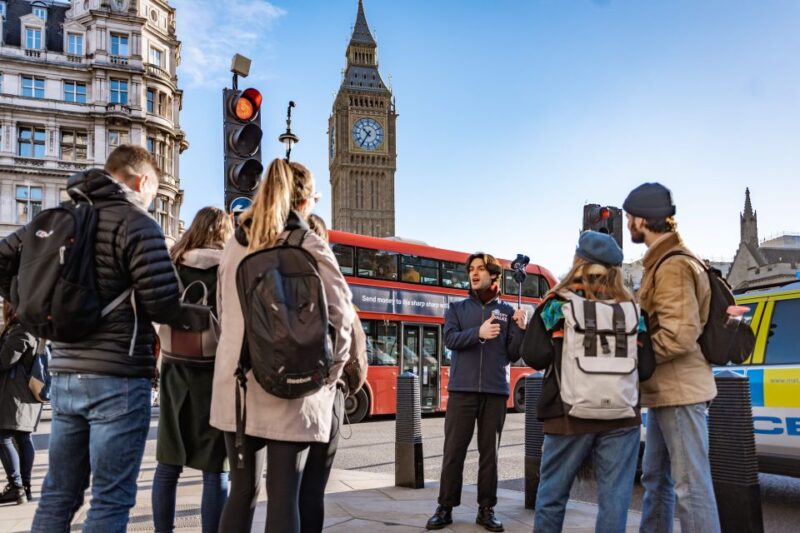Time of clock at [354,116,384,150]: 10:35
